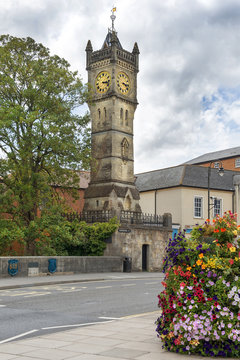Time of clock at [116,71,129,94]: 3:22
